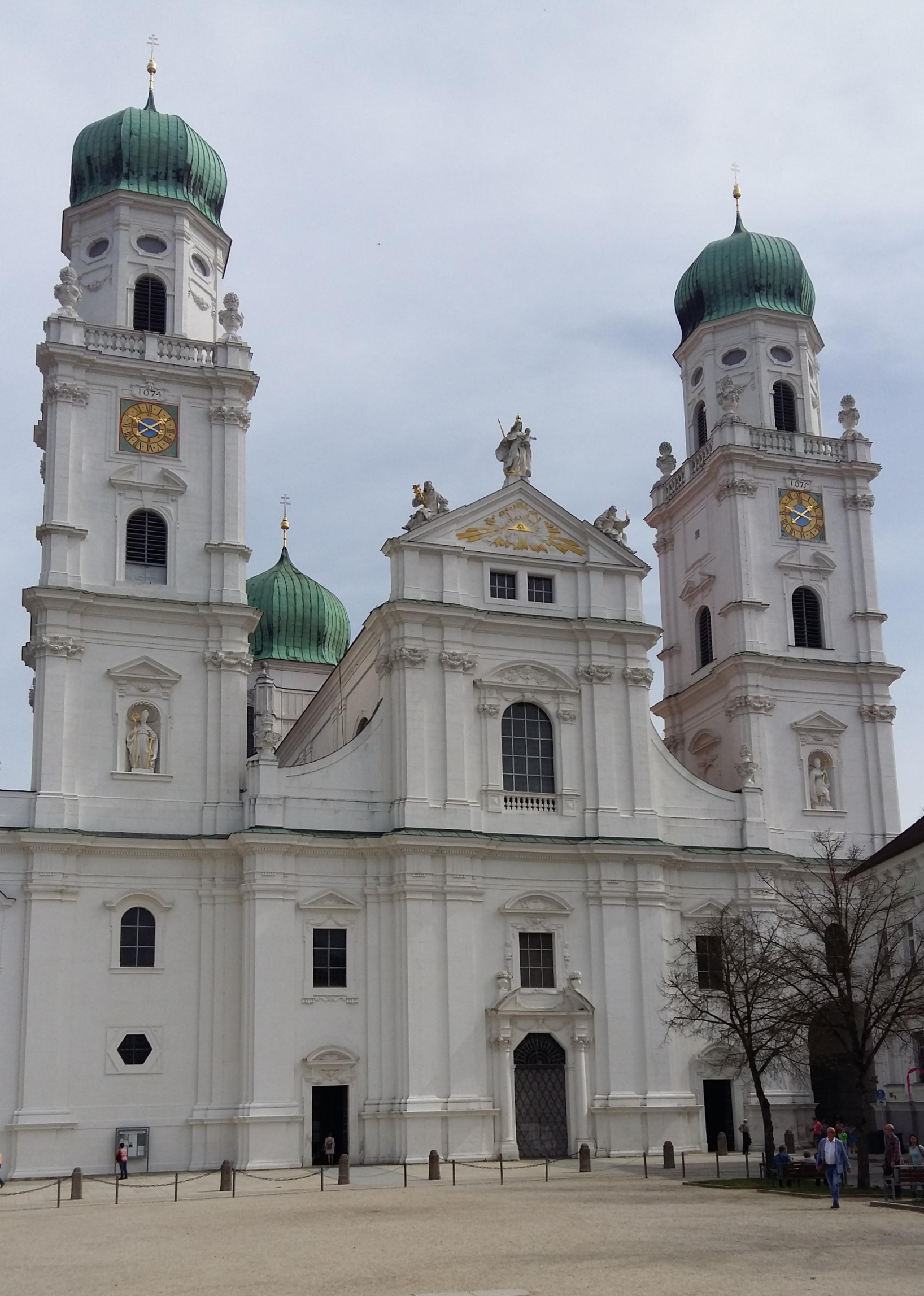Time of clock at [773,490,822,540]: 1:49
